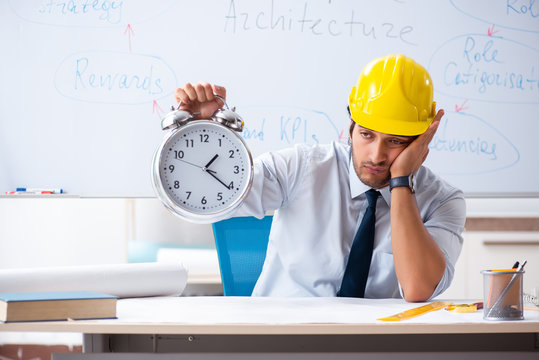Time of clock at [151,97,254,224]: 1:21
